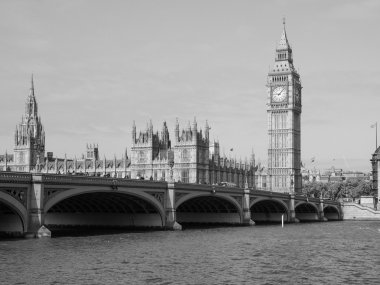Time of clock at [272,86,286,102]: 9:07
